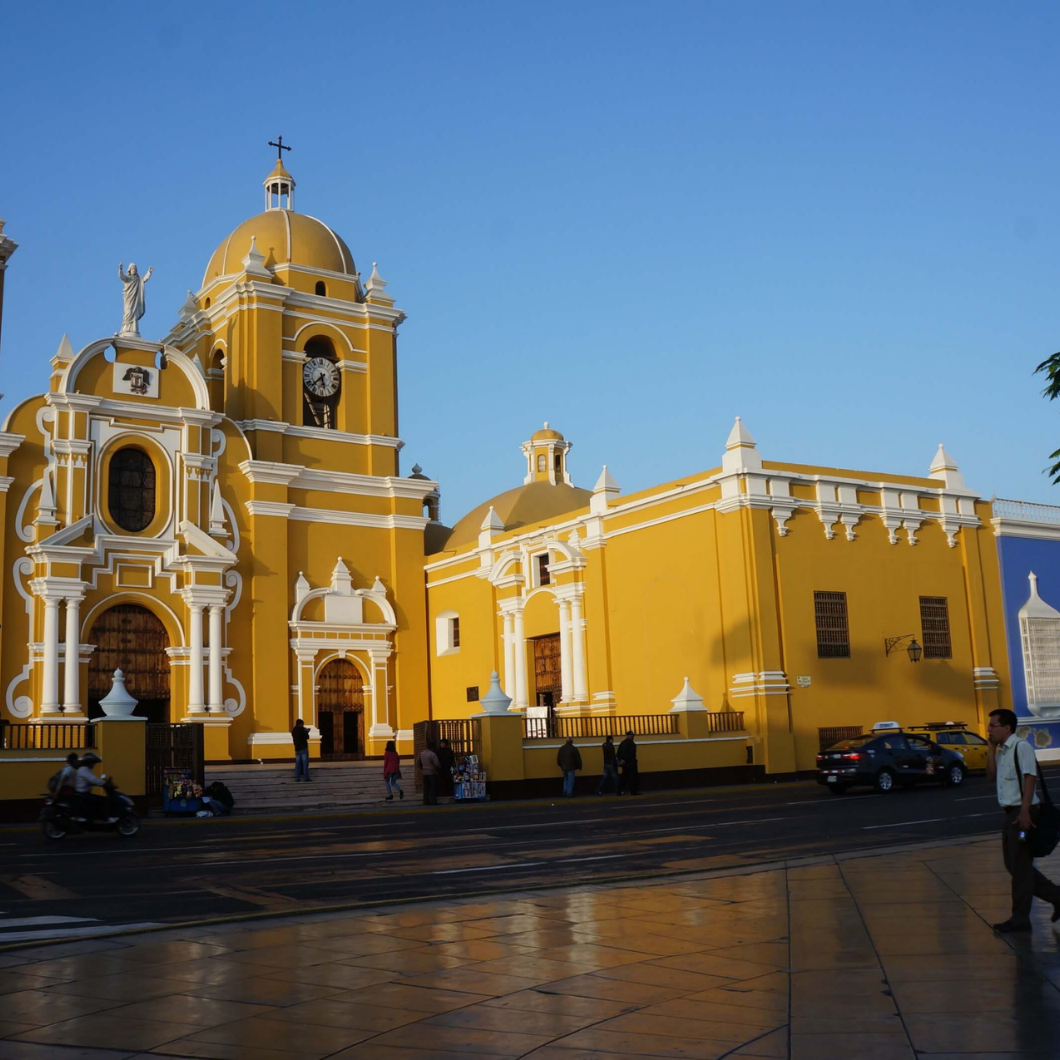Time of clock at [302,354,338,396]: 5:37
